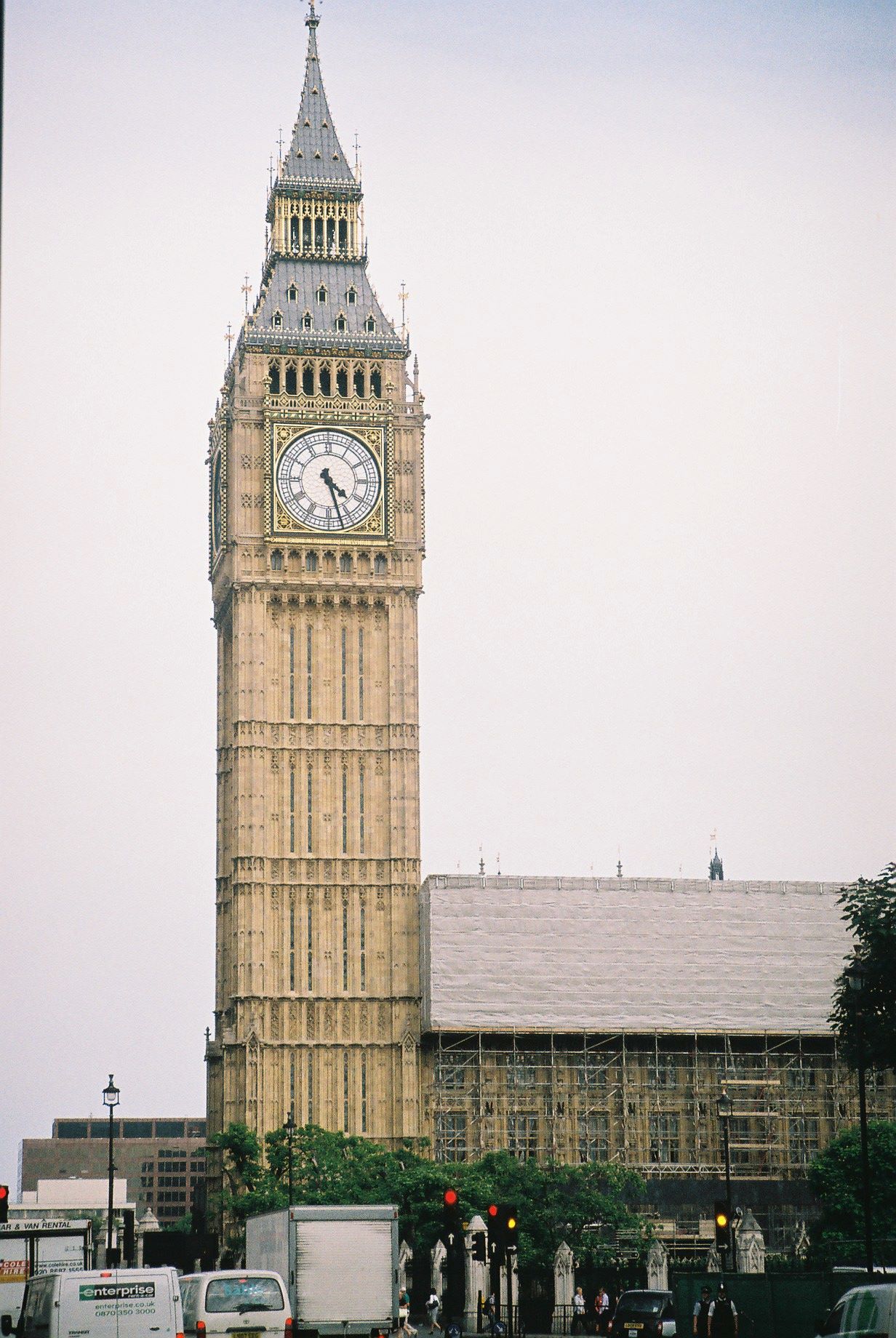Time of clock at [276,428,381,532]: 4:27
